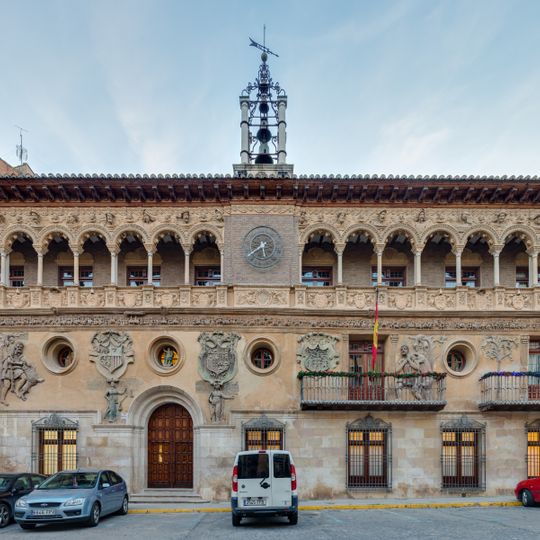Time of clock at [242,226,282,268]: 5:38
